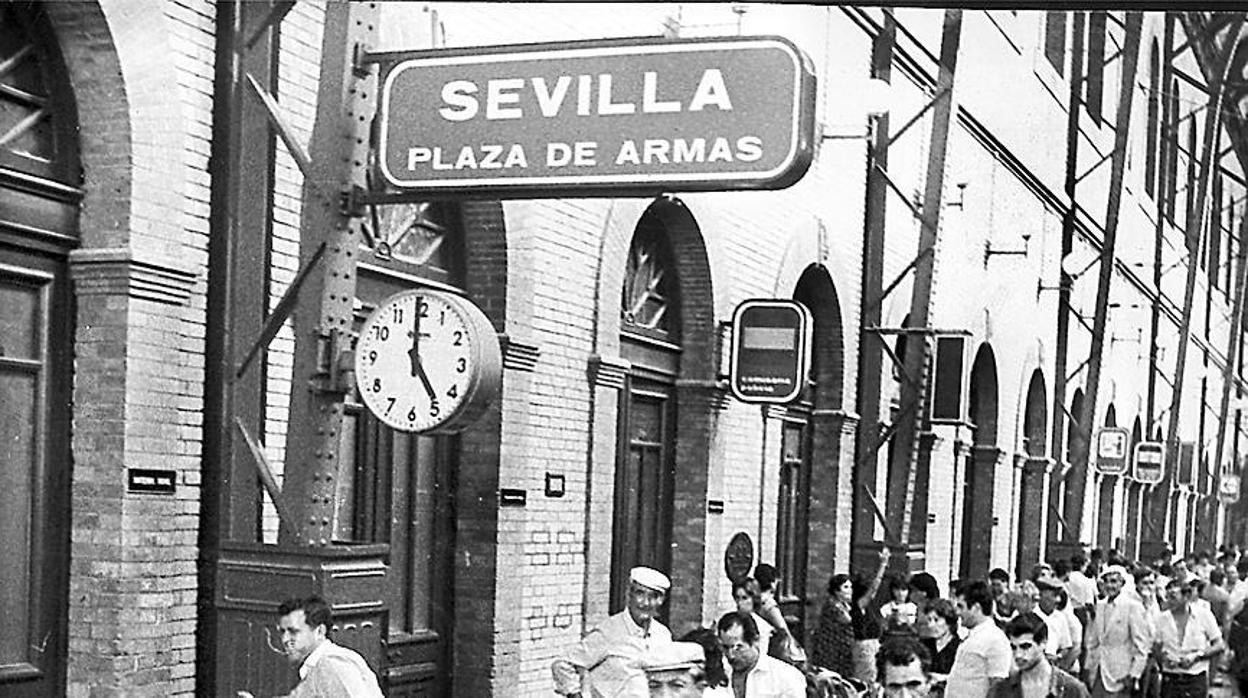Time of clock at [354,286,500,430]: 4:59
